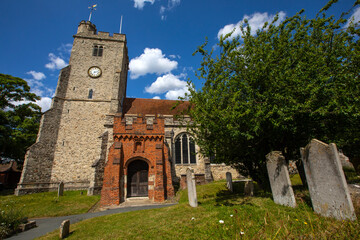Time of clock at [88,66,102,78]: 7:12
